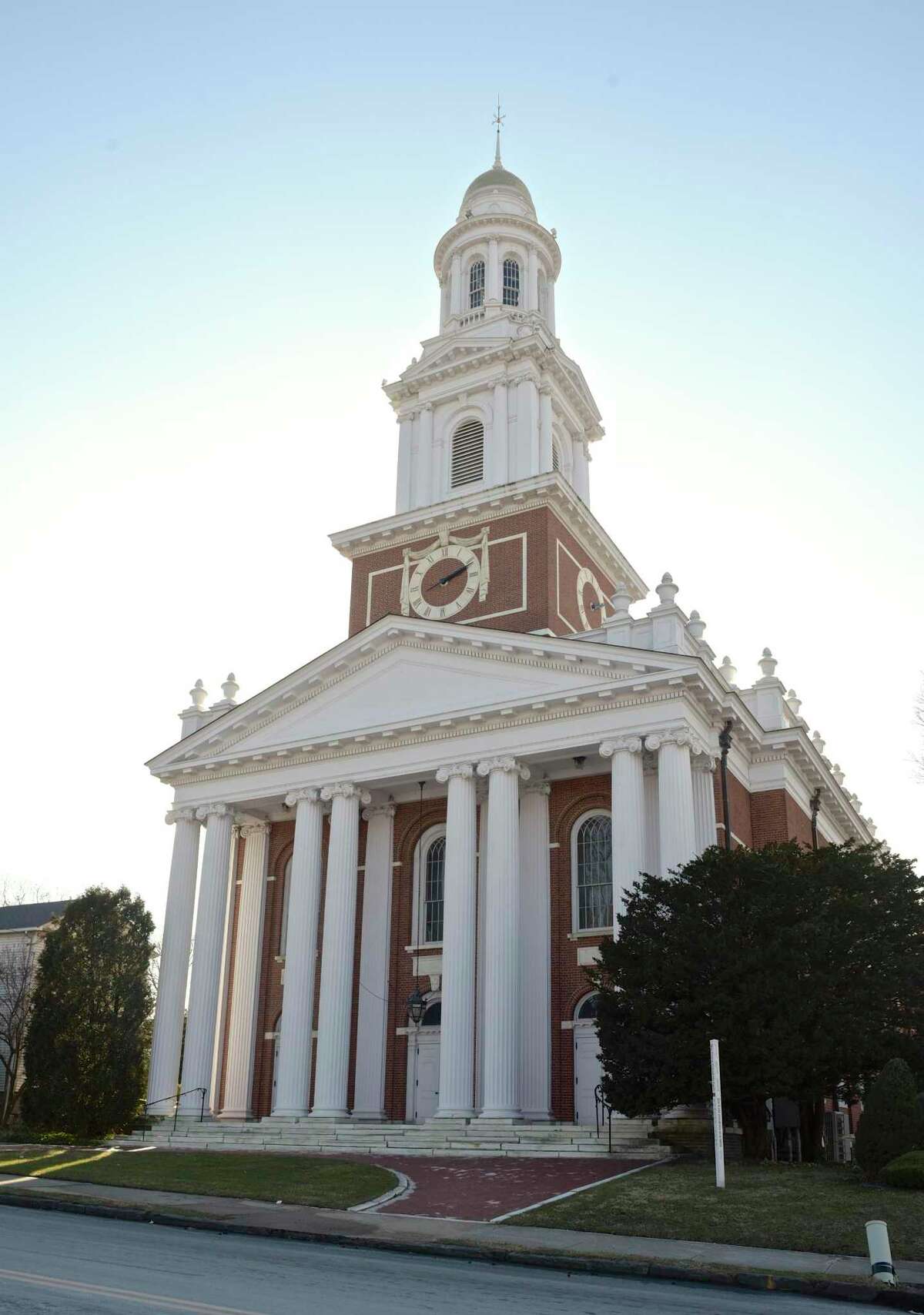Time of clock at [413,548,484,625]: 2:11
